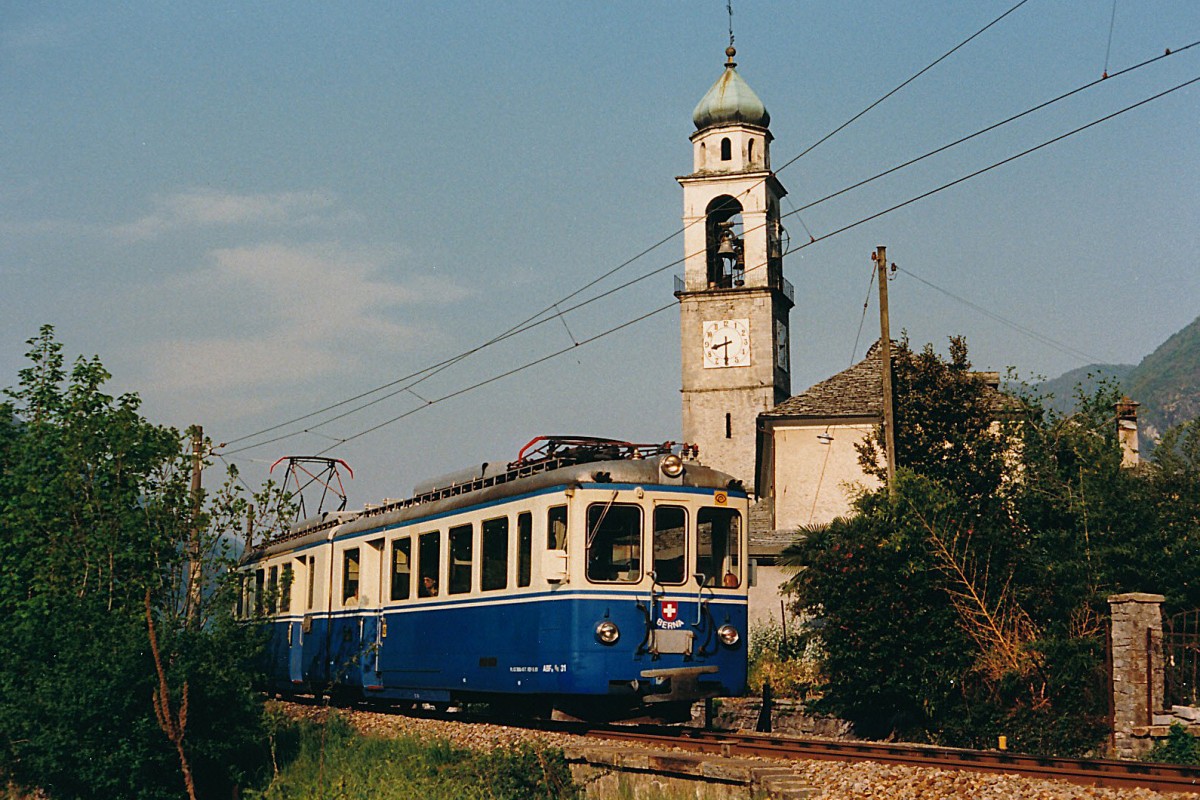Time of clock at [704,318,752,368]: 8:30
